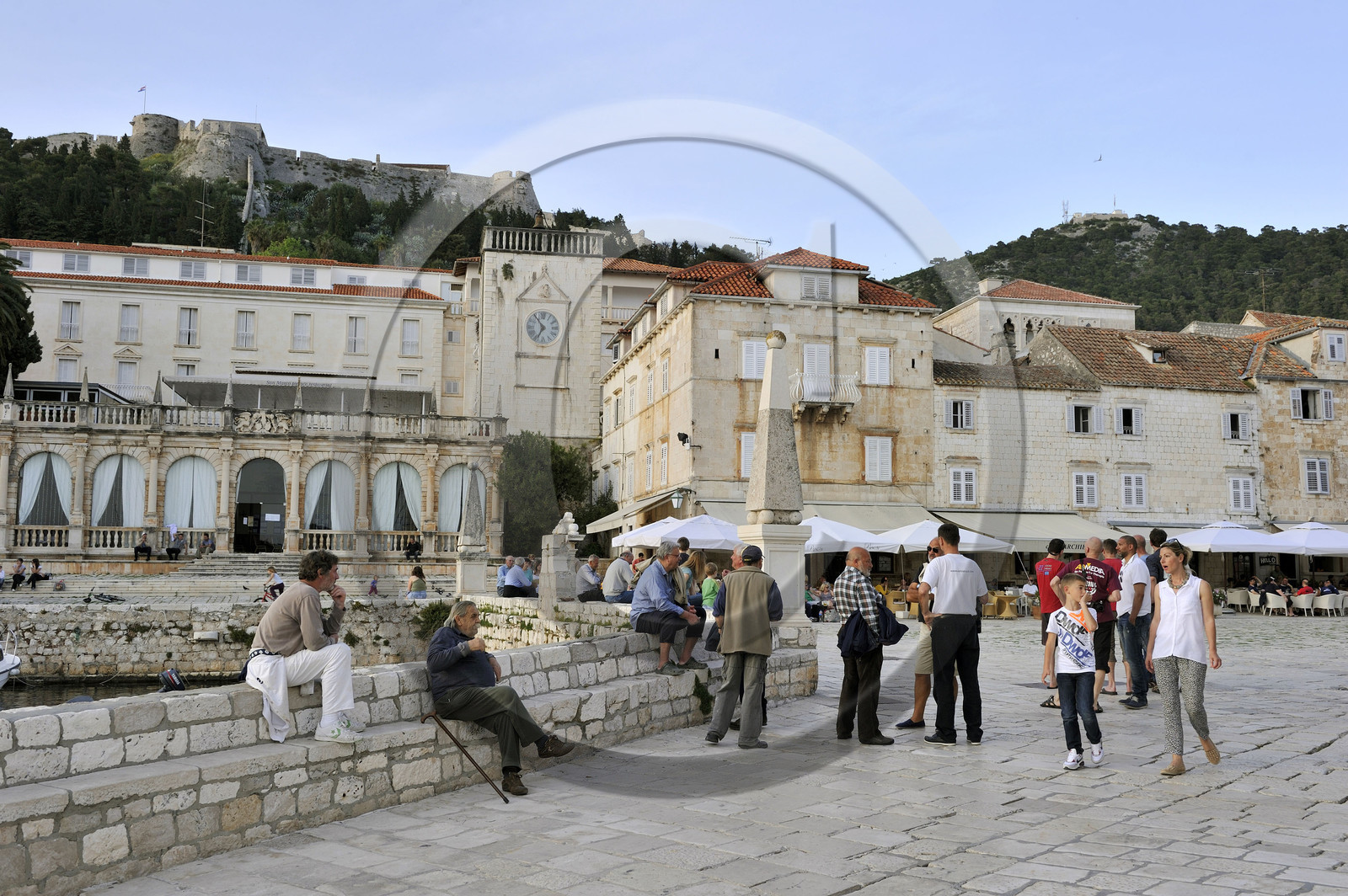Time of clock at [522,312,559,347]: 6:54
